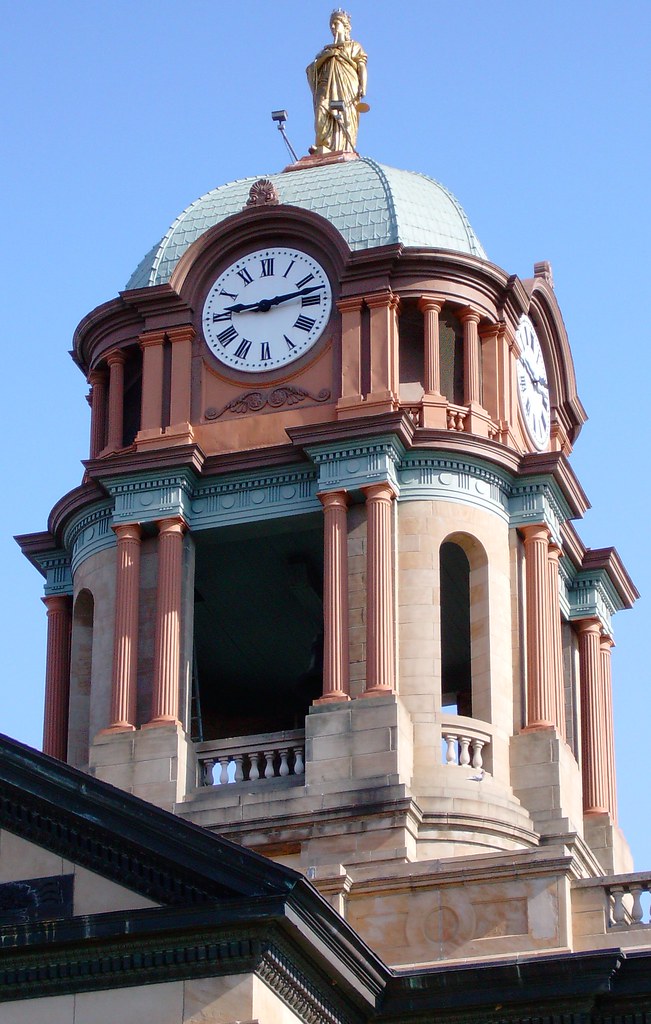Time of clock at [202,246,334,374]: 9:12
